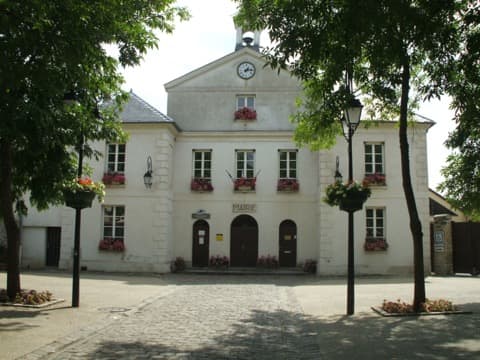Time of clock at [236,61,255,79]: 1:13
